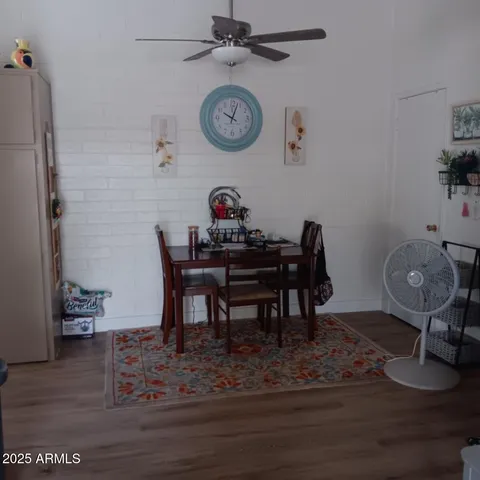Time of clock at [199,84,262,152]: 10:03
